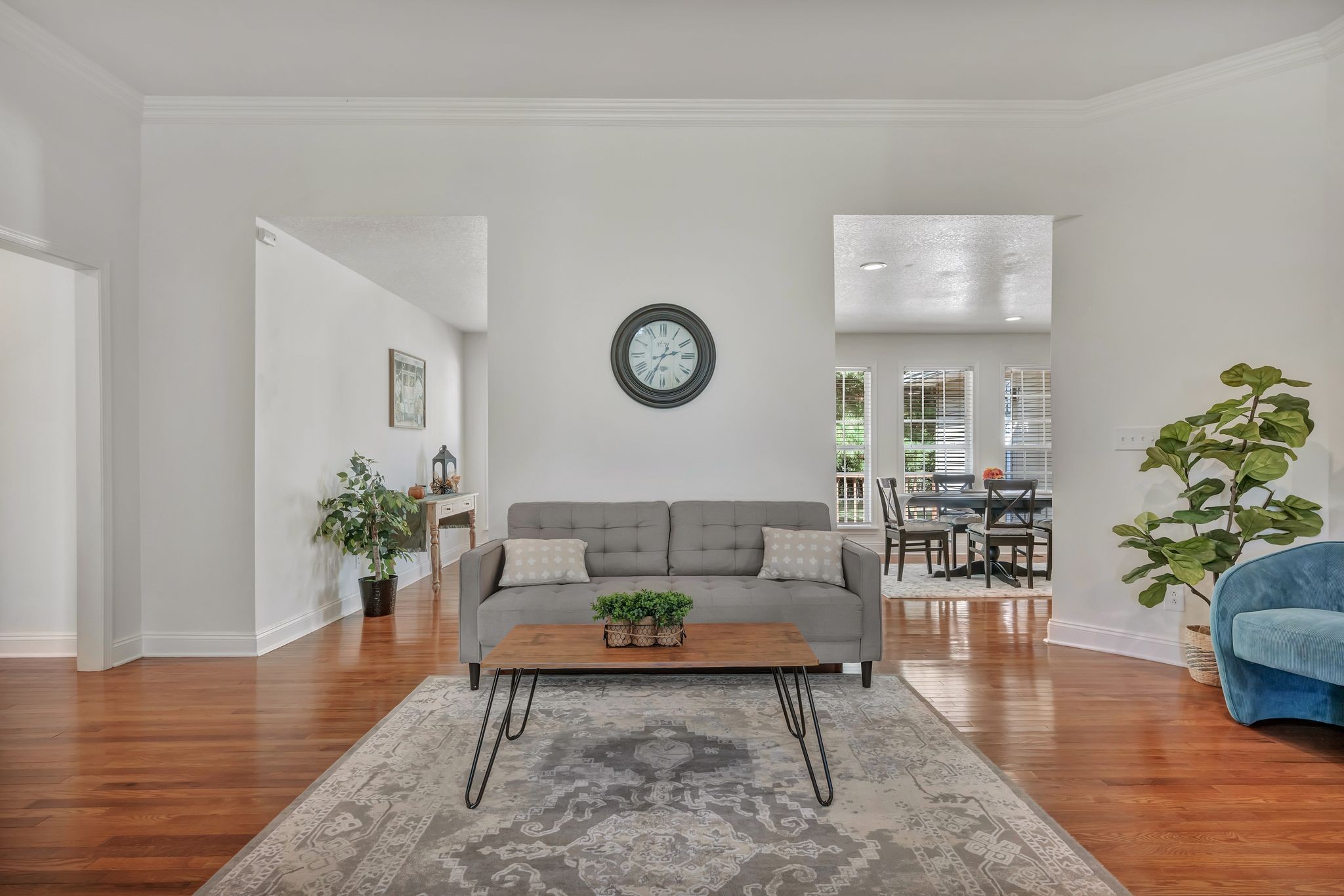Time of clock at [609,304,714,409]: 2:34
